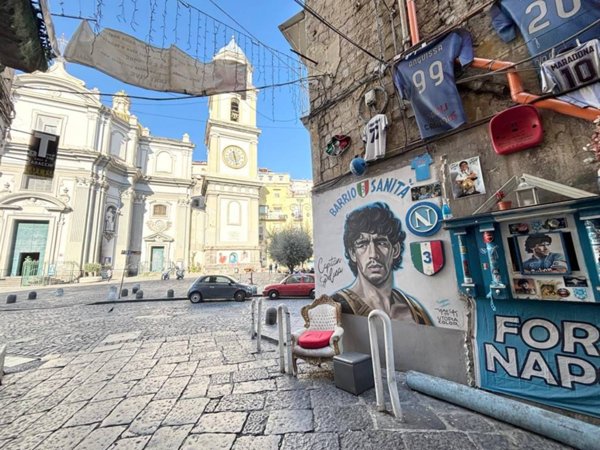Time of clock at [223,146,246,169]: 11:28
